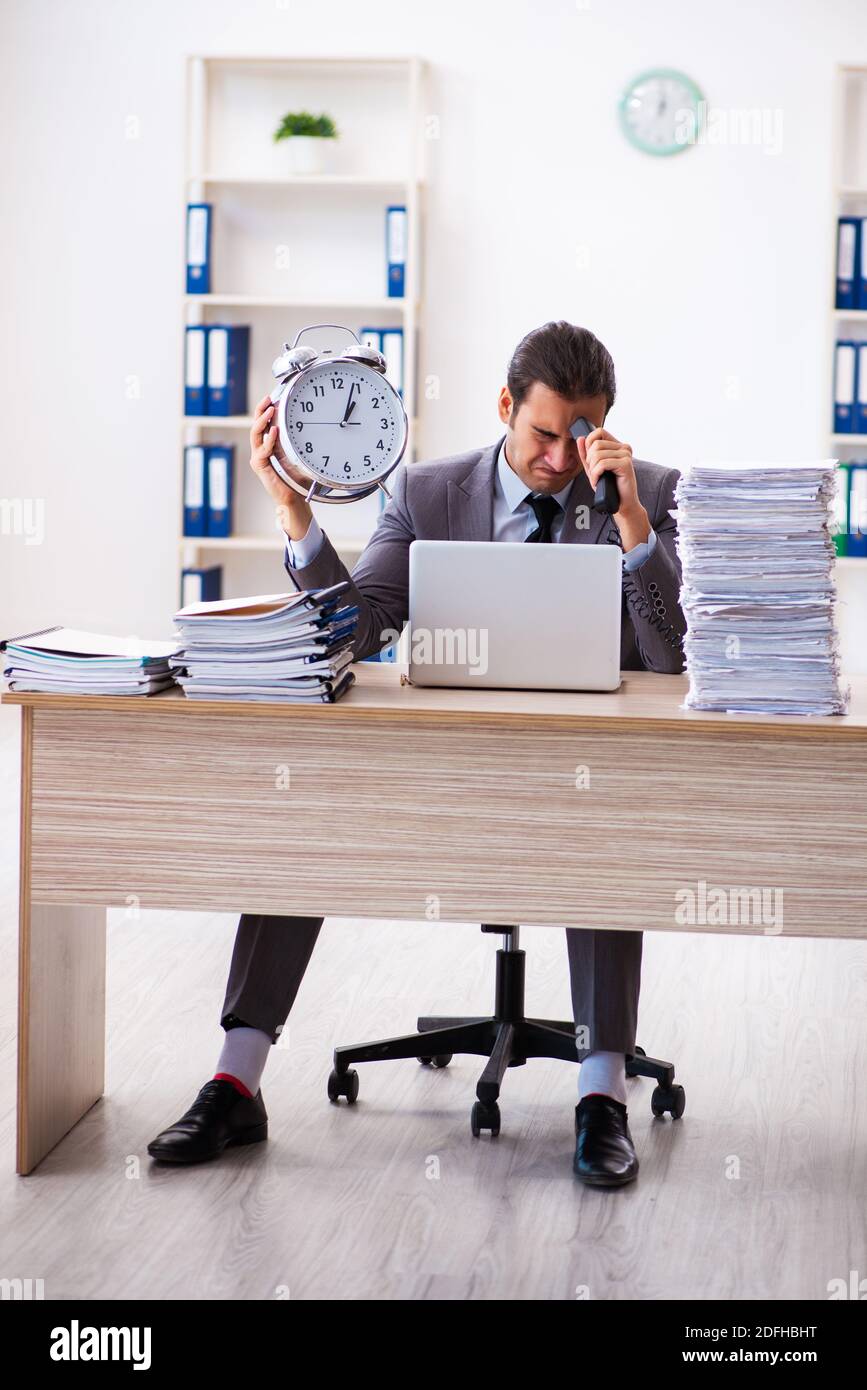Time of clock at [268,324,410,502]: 1:03
